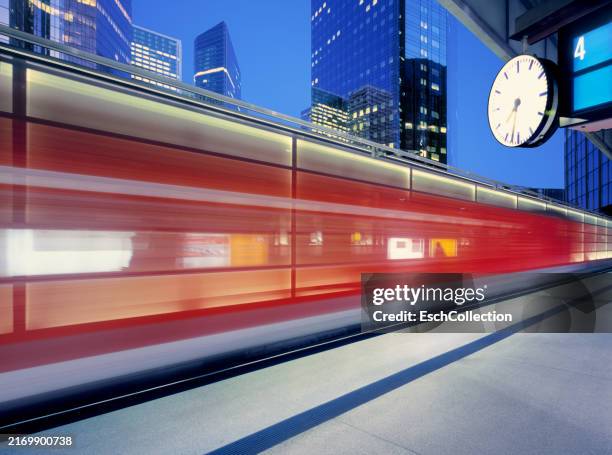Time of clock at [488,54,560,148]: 7:32
